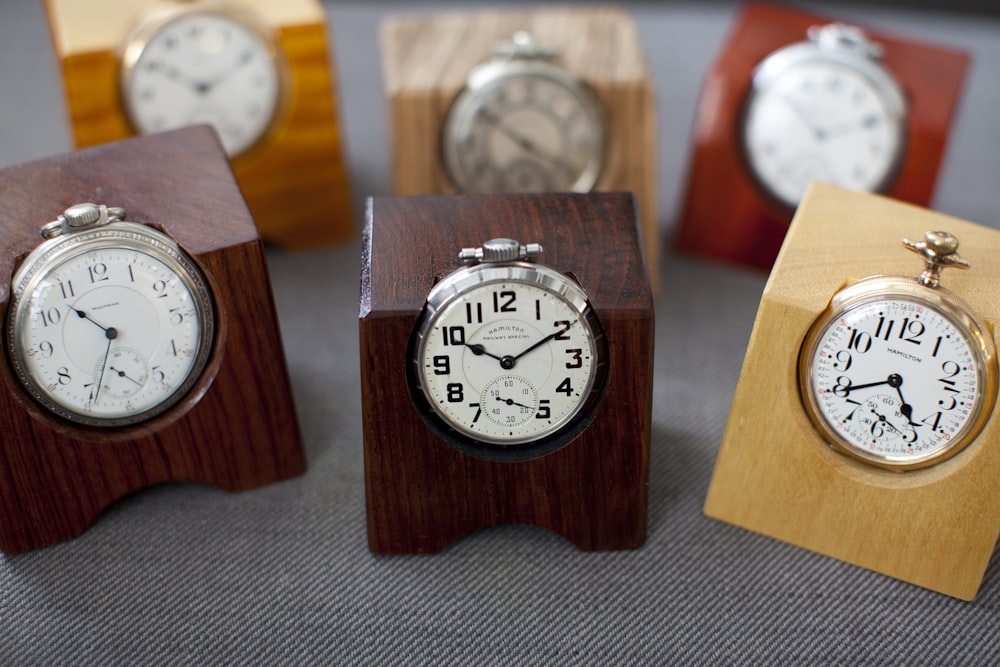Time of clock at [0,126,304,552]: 10:34
